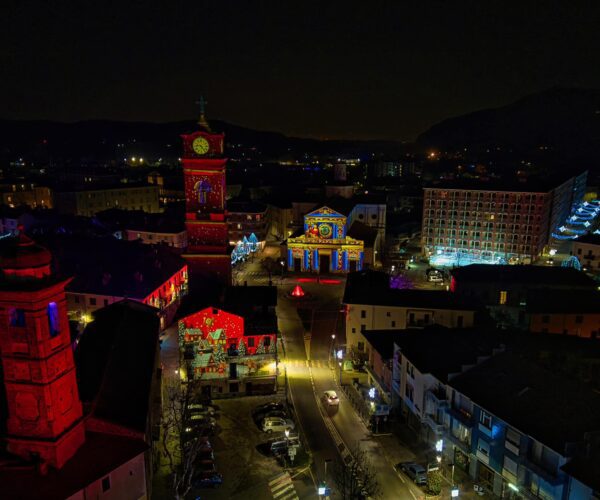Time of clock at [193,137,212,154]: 9:23
